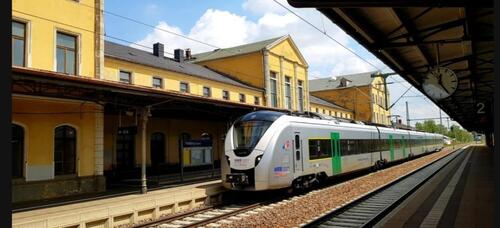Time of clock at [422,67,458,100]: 12:24
